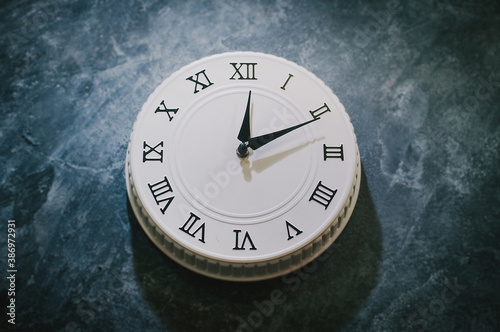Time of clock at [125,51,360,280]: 12:10
